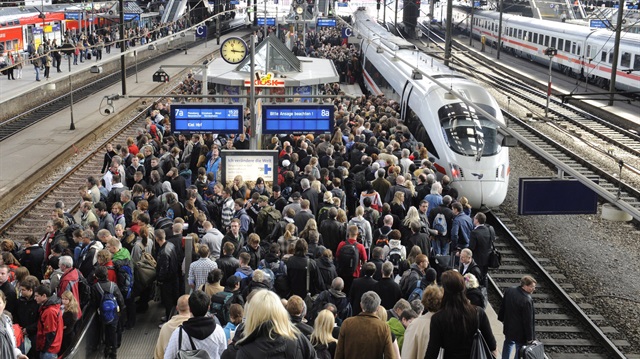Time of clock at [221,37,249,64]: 11:15
